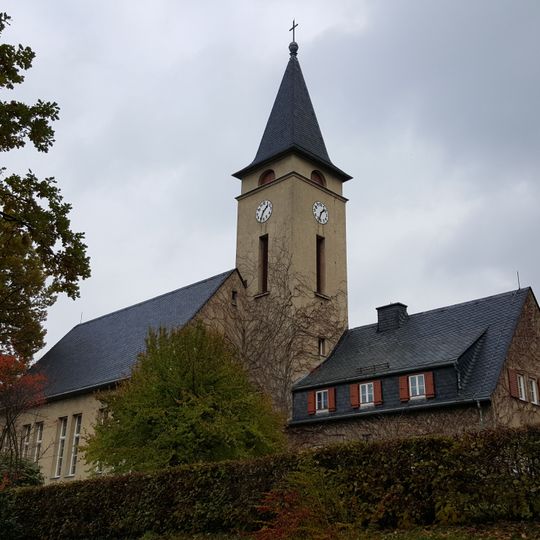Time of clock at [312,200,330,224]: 1:33
